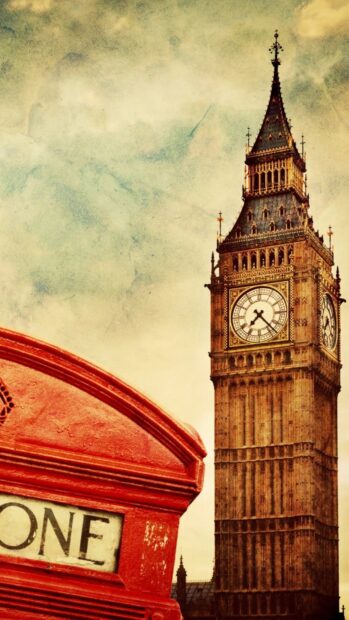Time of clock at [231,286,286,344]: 7:23
